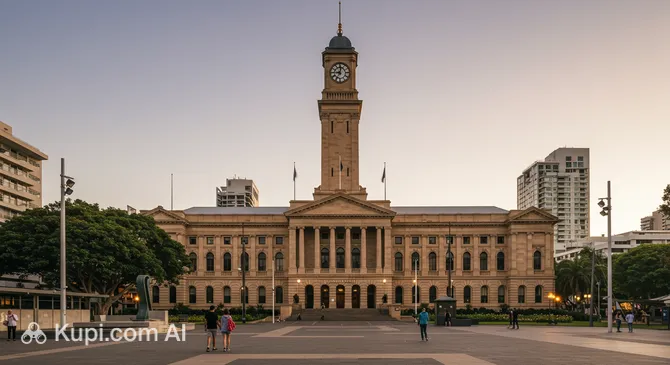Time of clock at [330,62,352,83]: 9:01
